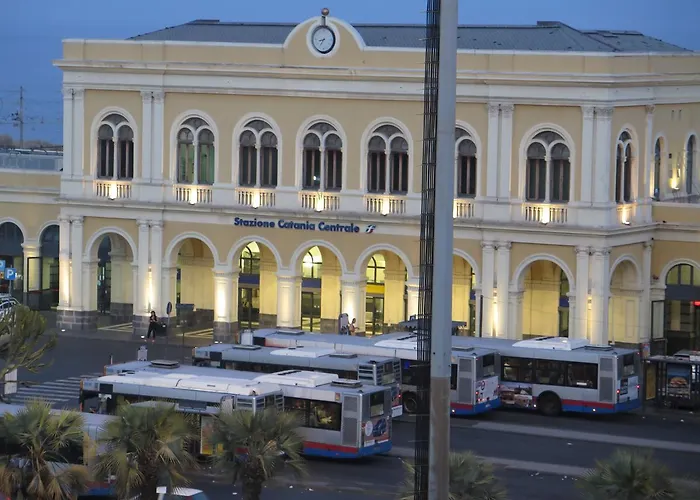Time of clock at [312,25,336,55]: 8:35
